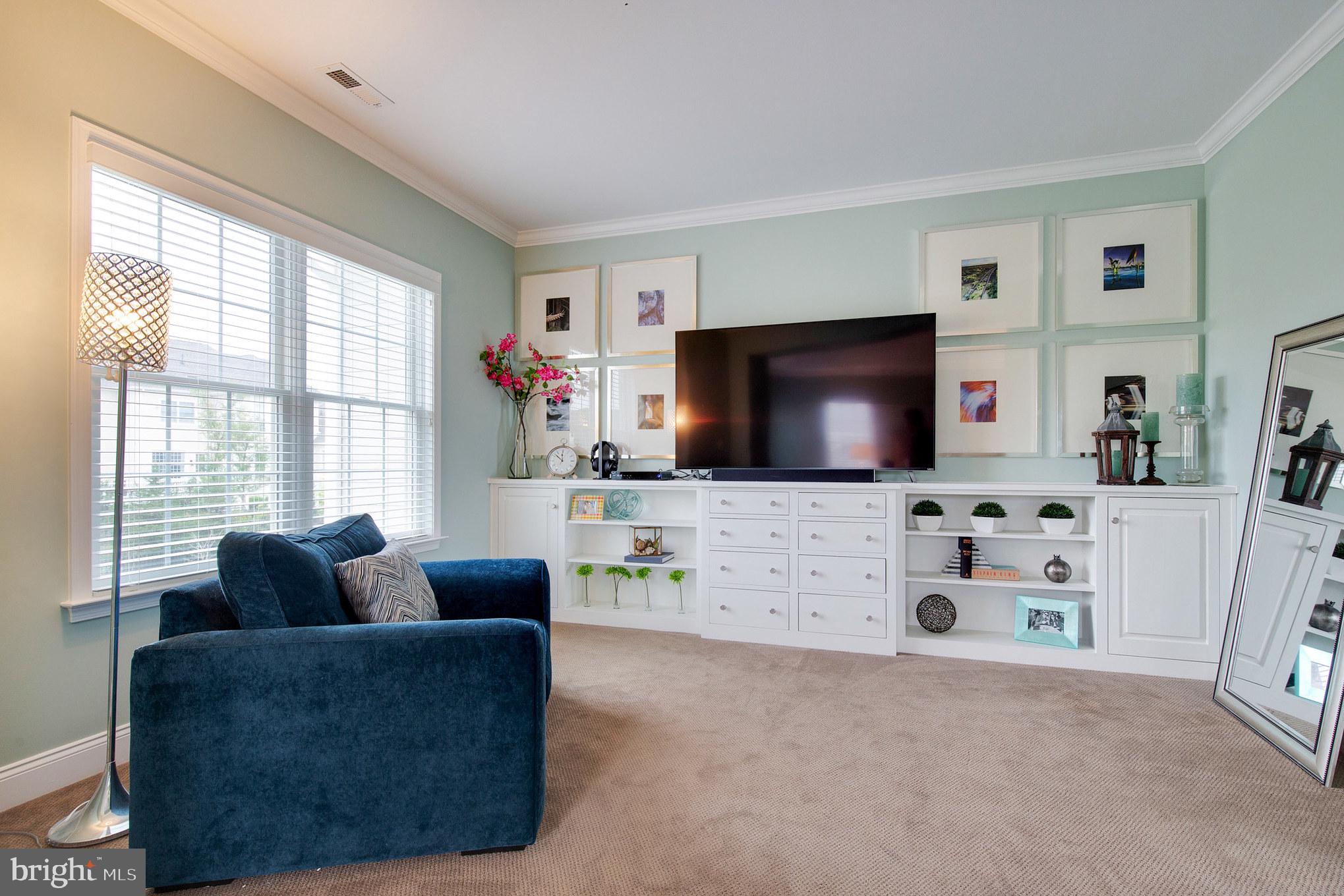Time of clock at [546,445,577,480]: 11:52
